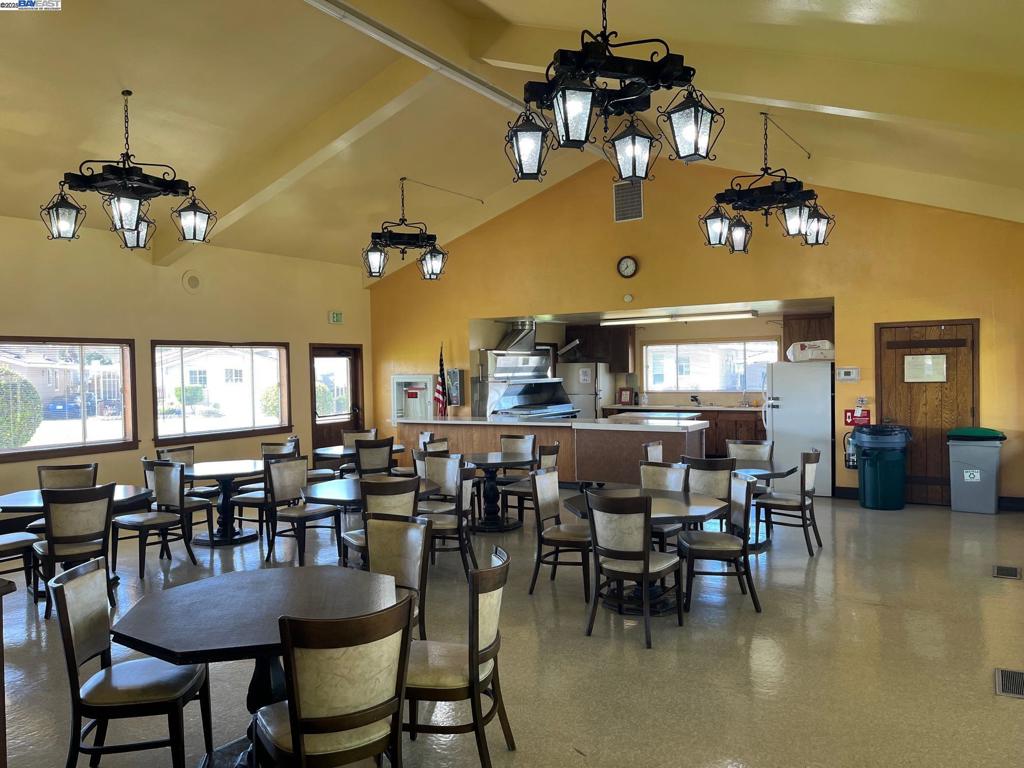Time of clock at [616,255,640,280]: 11:37
